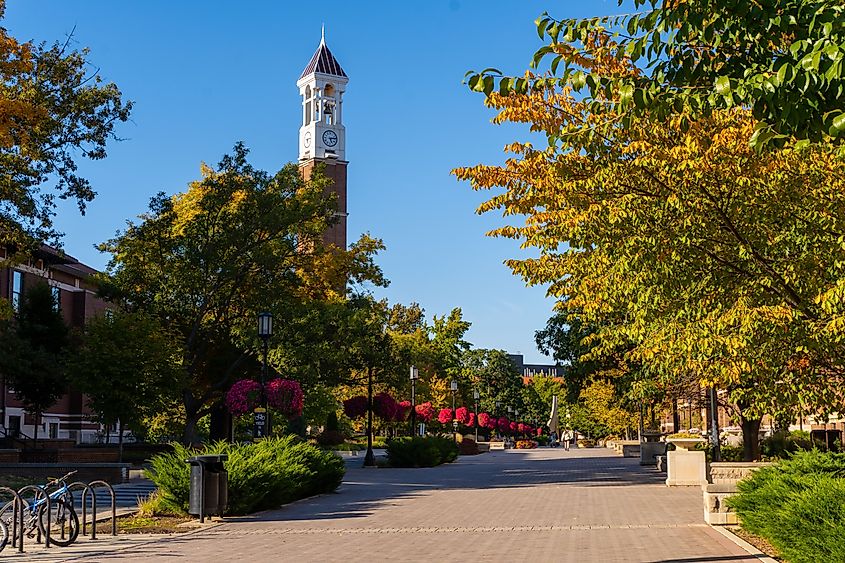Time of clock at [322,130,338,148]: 5:13
